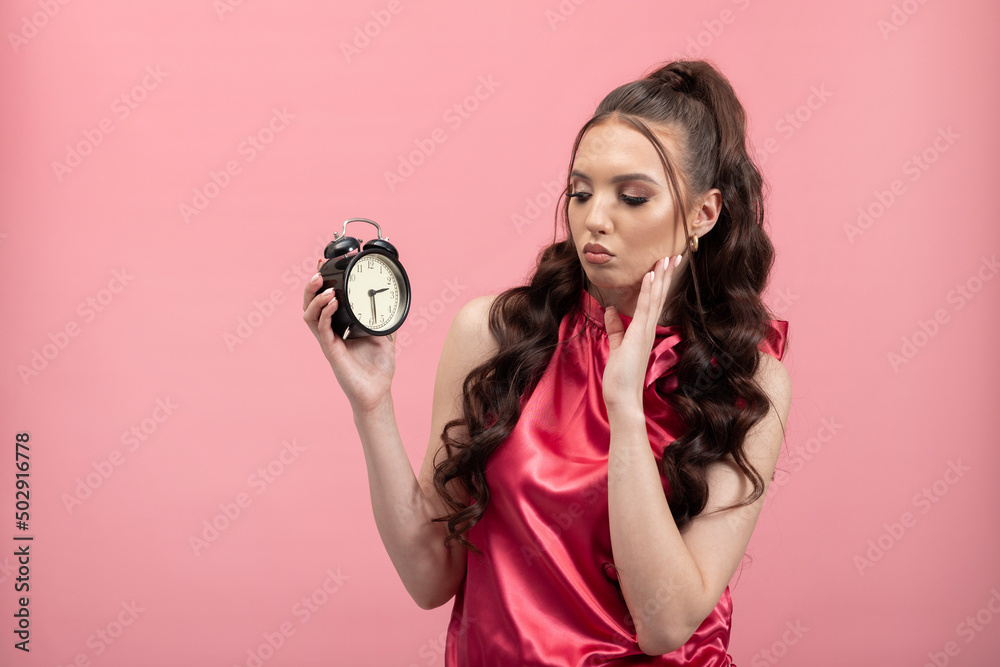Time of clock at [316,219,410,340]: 2:28
